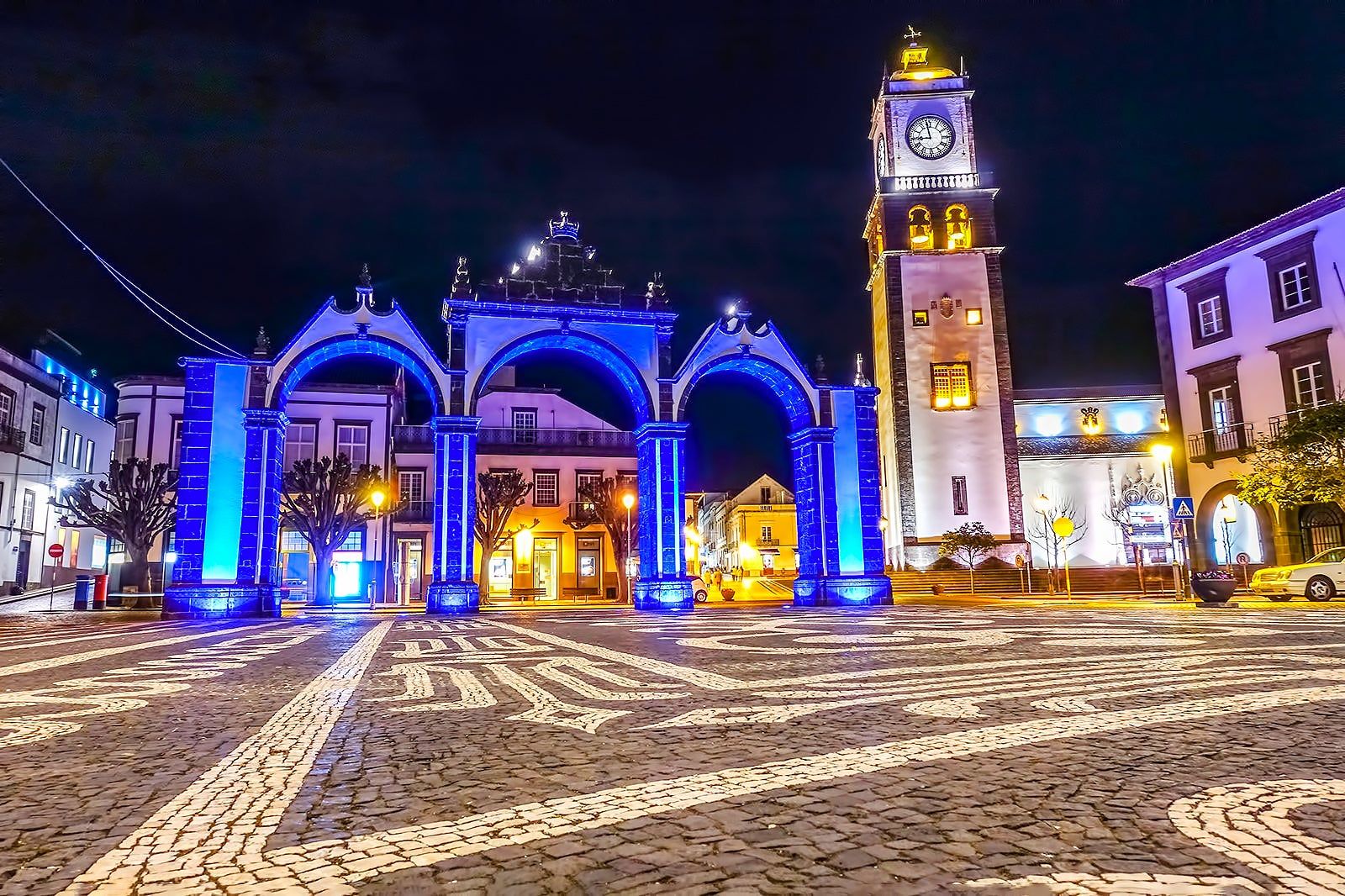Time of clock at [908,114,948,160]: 8:58
